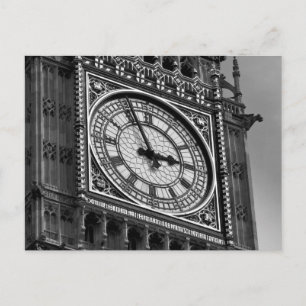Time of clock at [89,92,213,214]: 2:56
